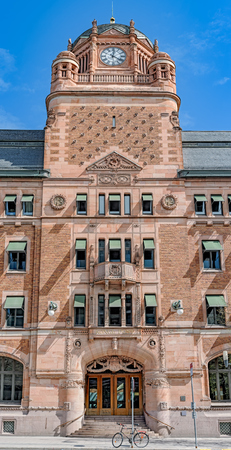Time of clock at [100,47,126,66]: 12:21
